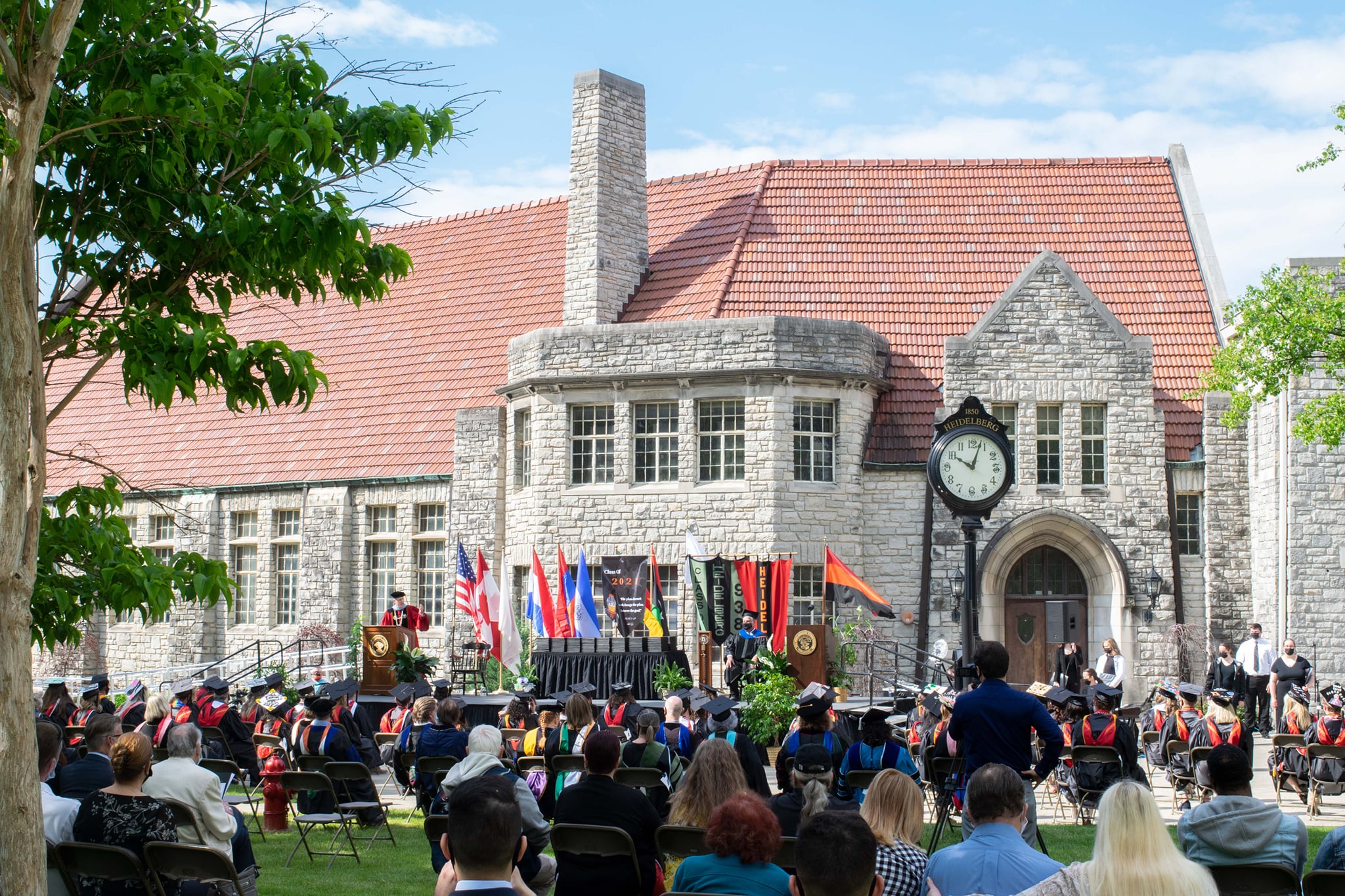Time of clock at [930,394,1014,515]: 10:03
